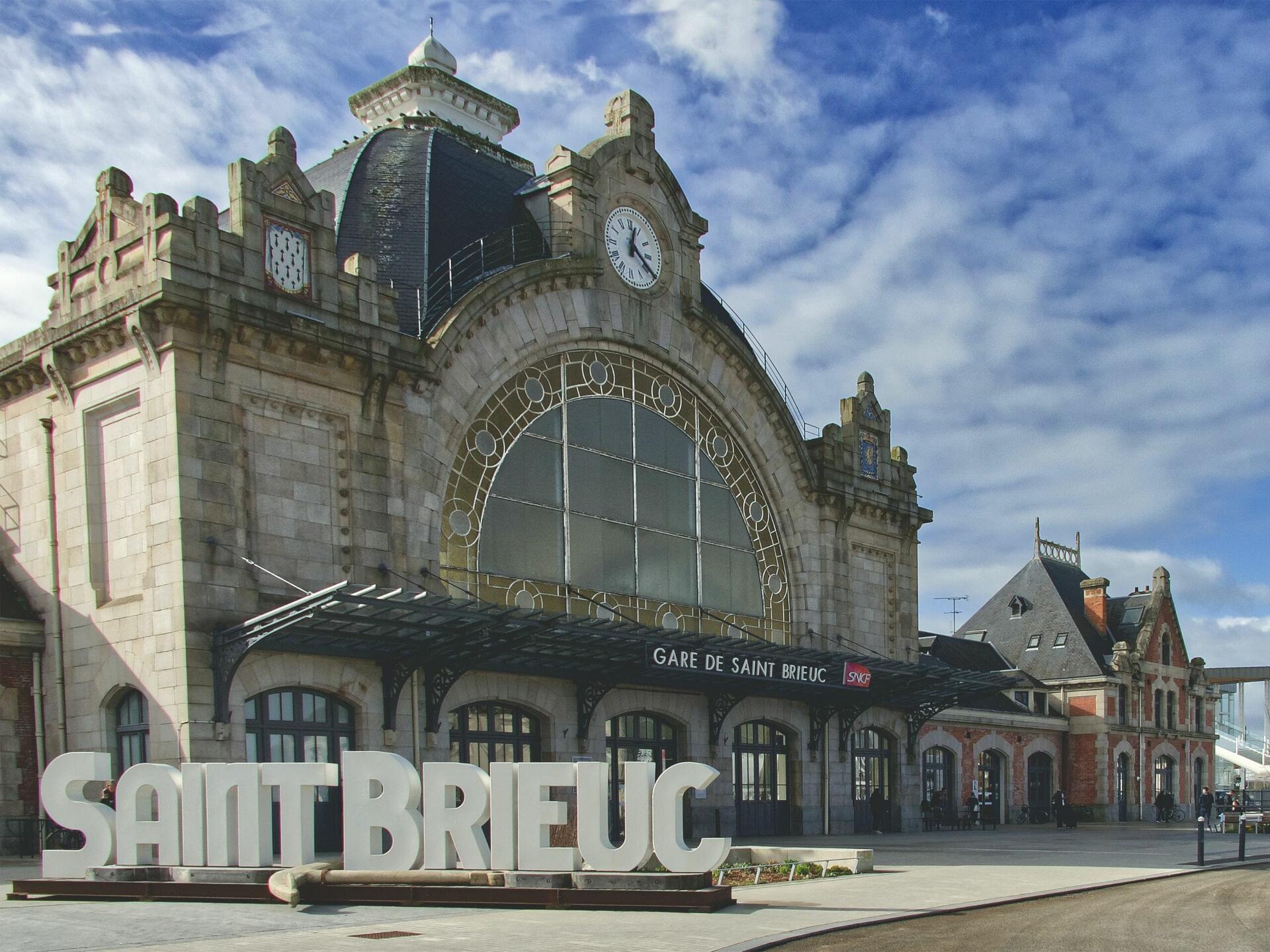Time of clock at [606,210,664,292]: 12:20
